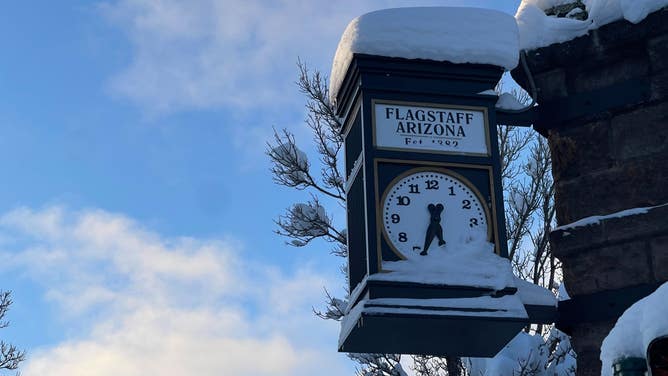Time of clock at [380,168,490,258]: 5:33
